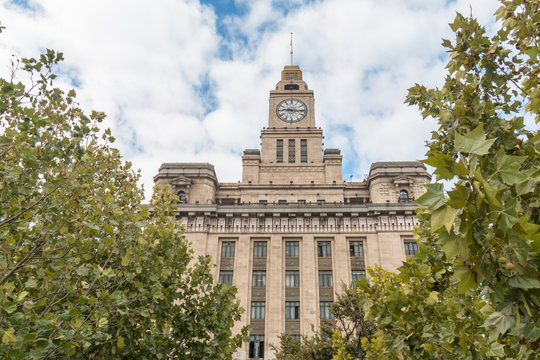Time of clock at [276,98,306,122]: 9:15
